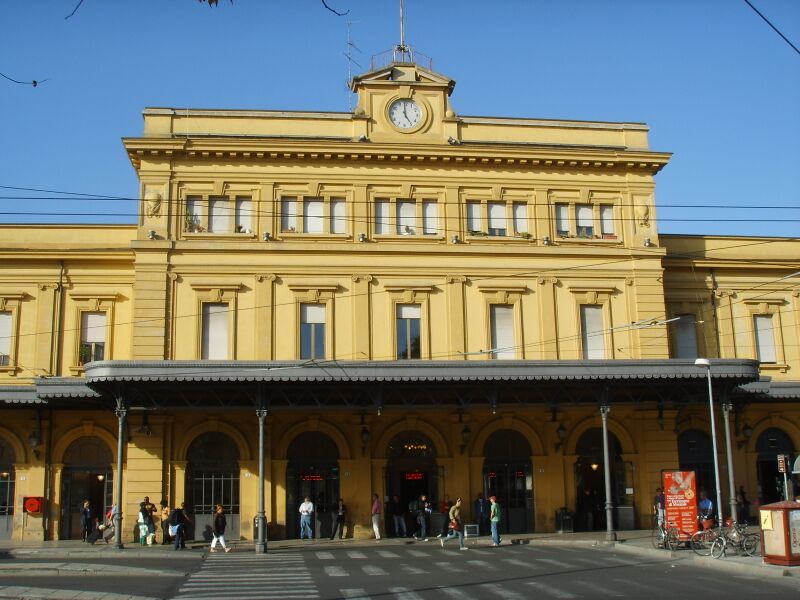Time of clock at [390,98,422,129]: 4:59
